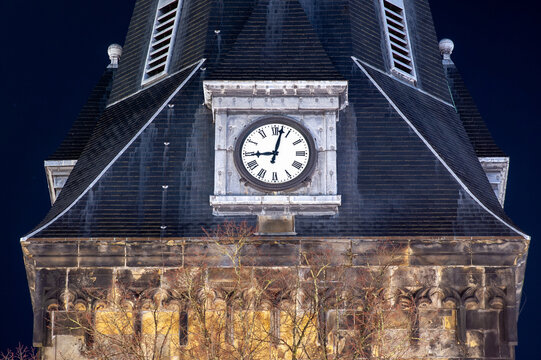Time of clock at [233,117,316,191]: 9:02
